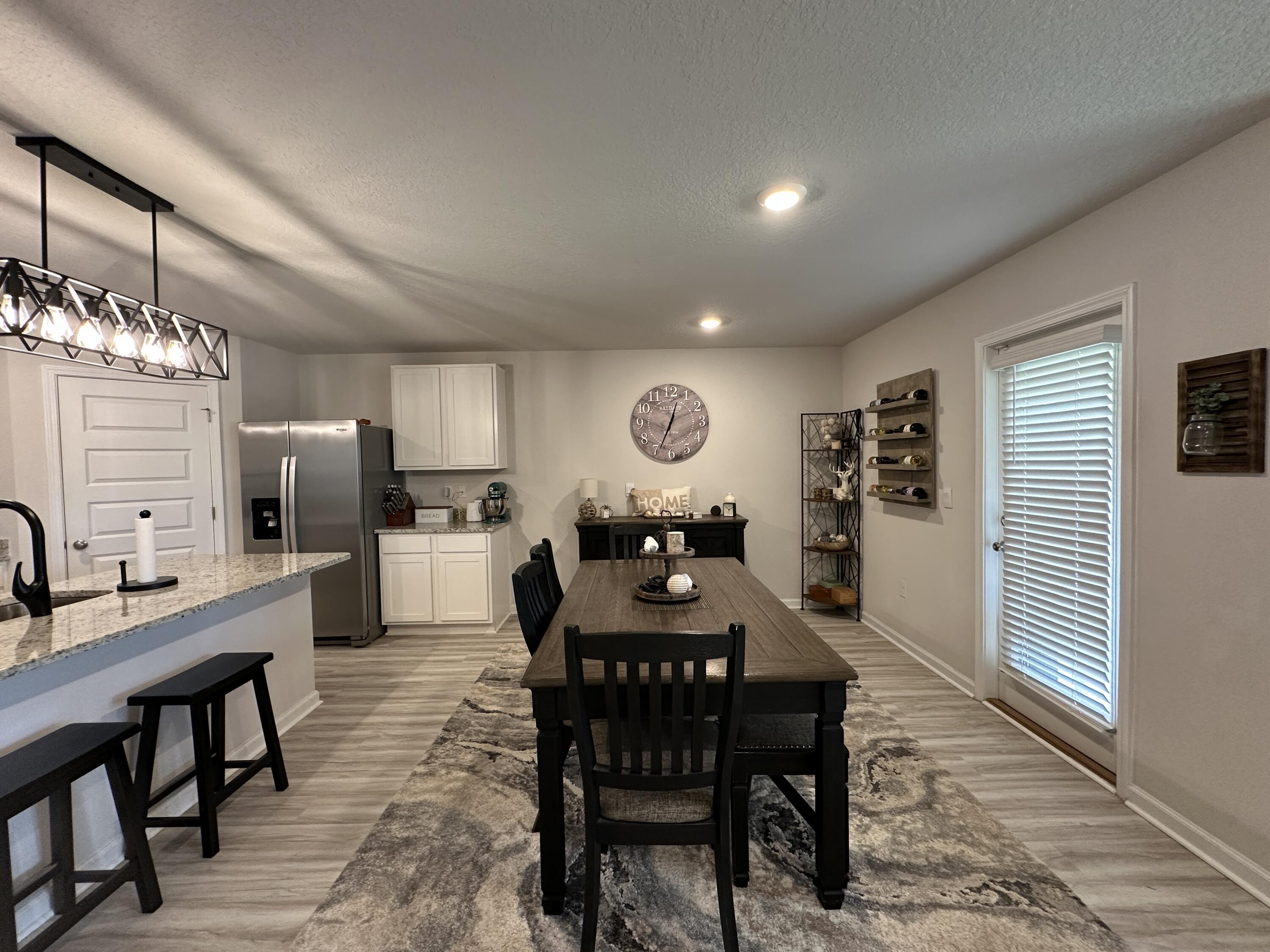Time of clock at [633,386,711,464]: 12:34
